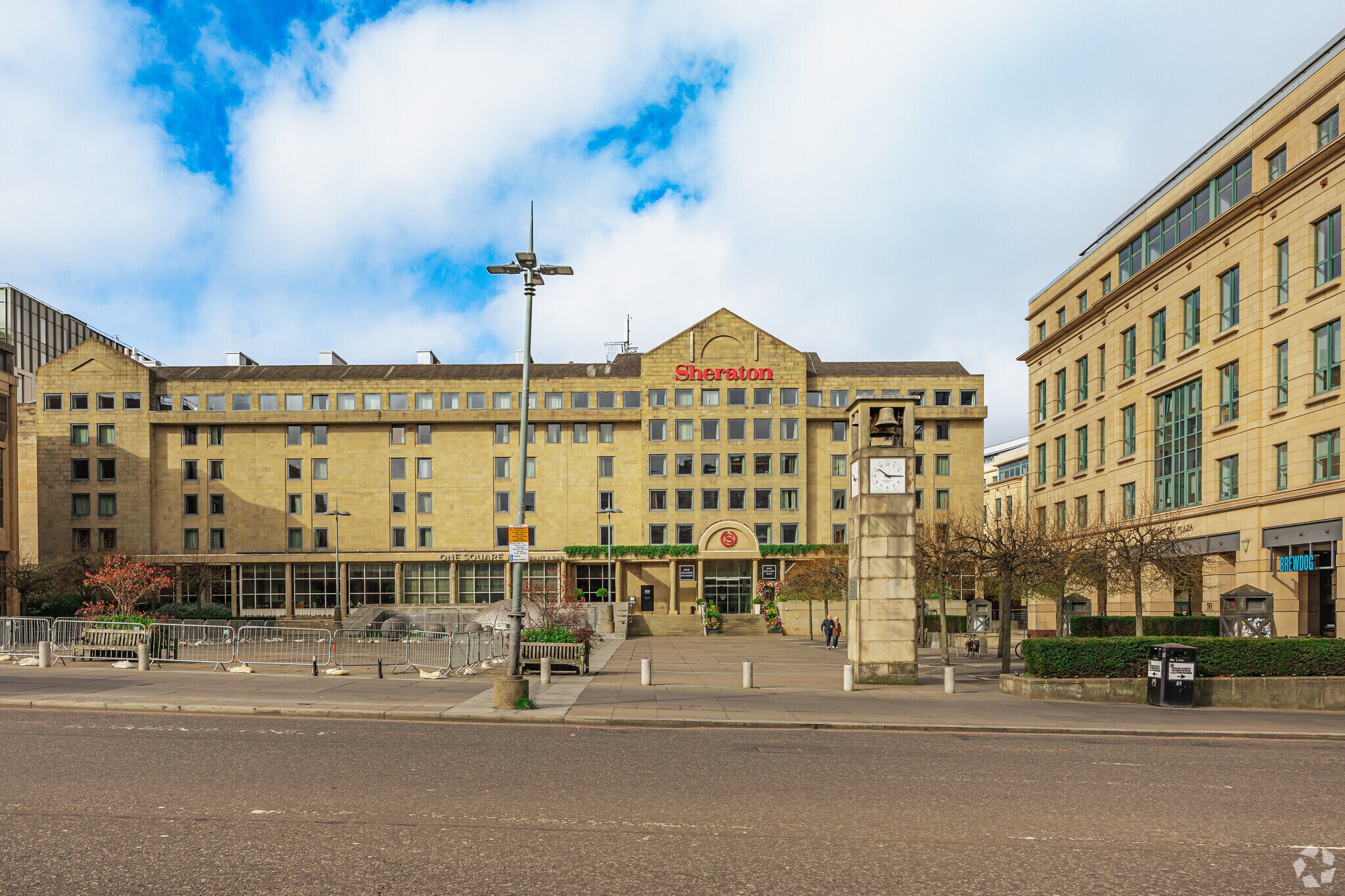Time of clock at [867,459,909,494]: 10:15
